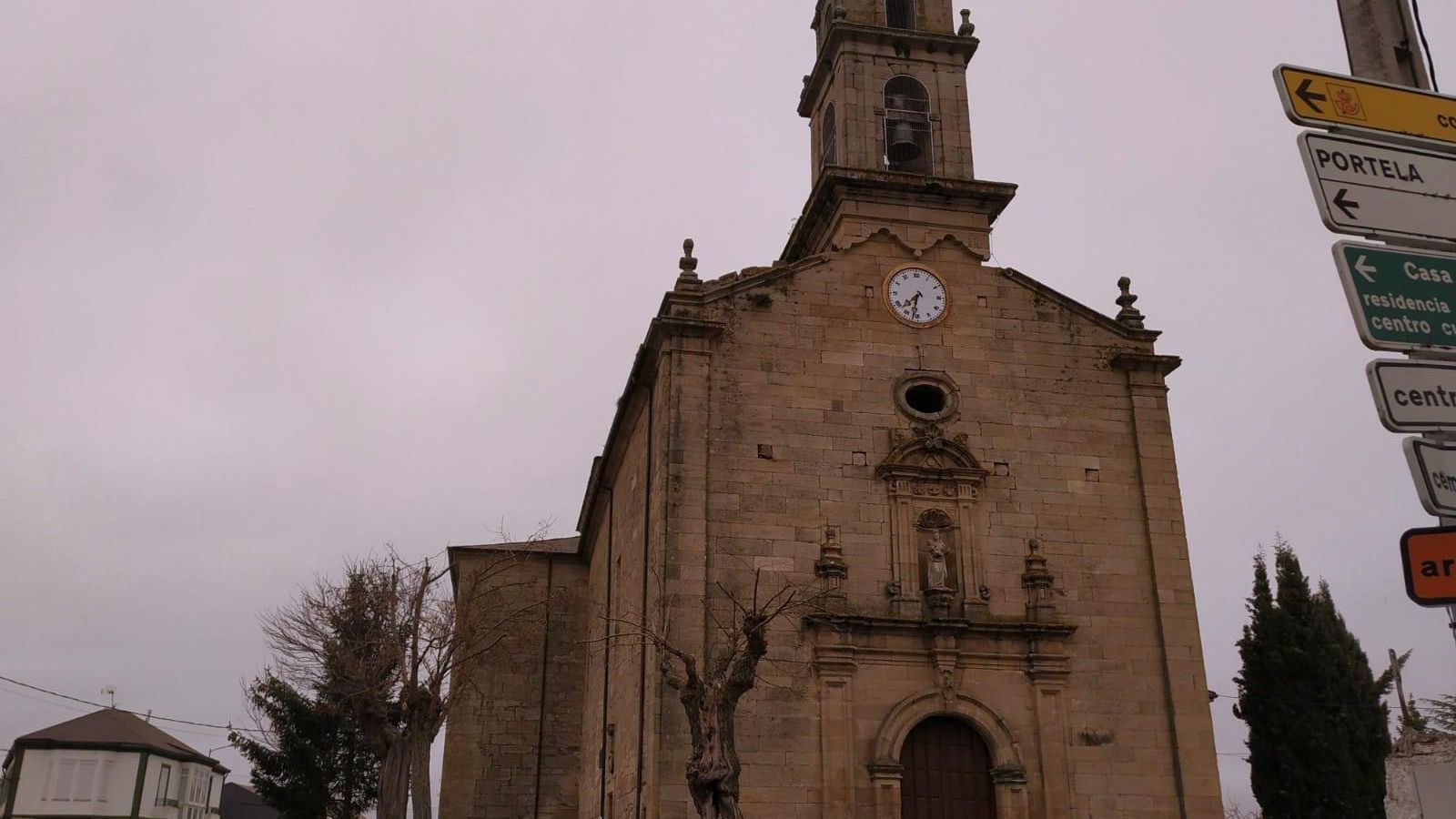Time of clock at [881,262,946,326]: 7:32
